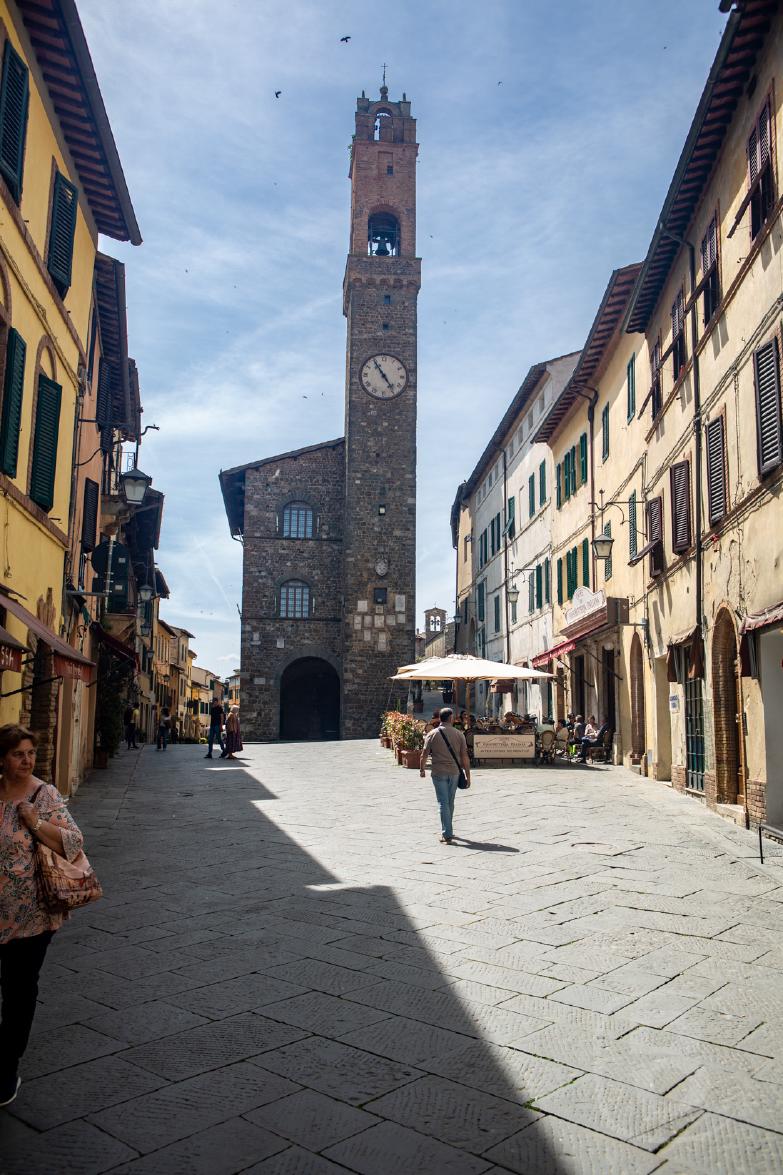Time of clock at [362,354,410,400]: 4:54
